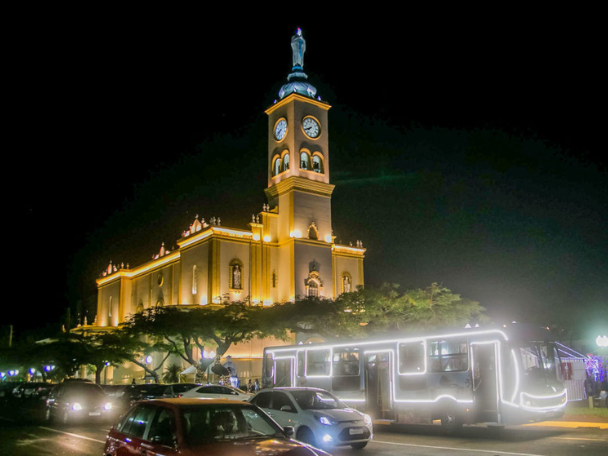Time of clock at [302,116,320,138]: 7:40
